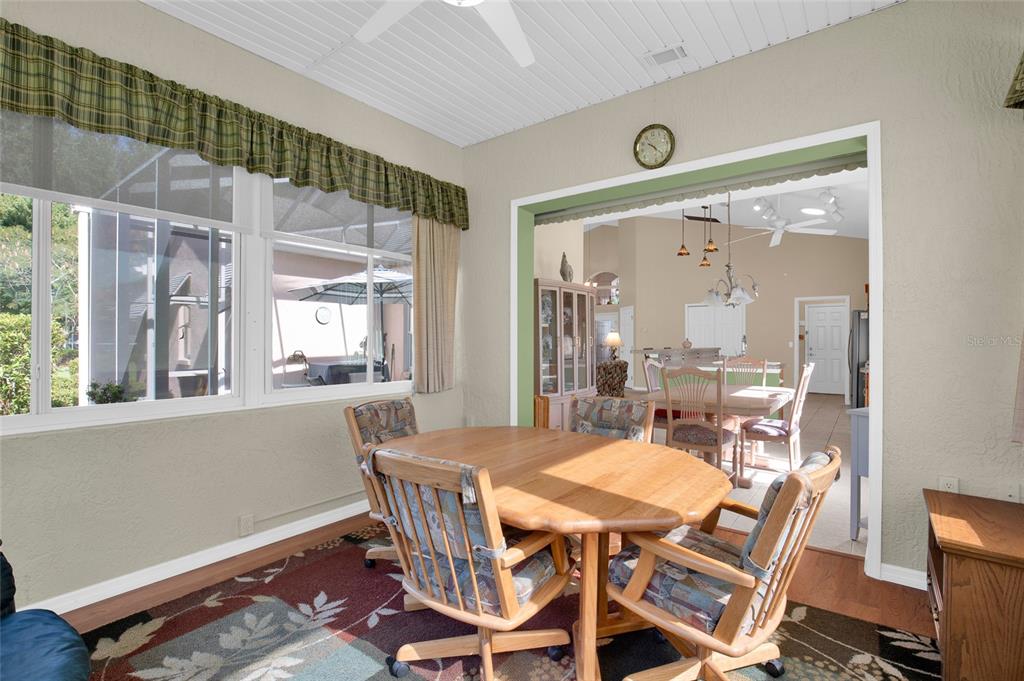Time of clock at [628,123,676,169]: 10:22
